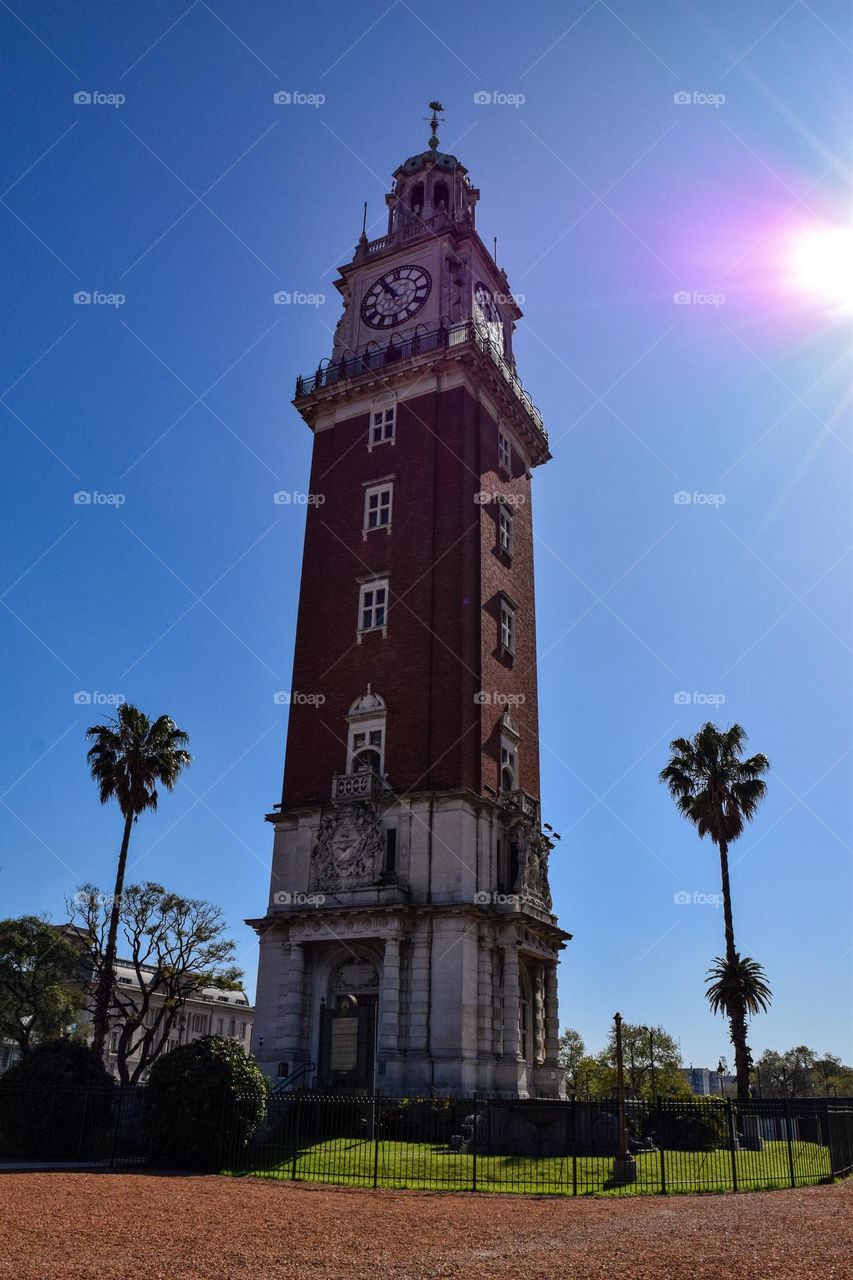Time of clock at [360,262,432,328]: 10:55
